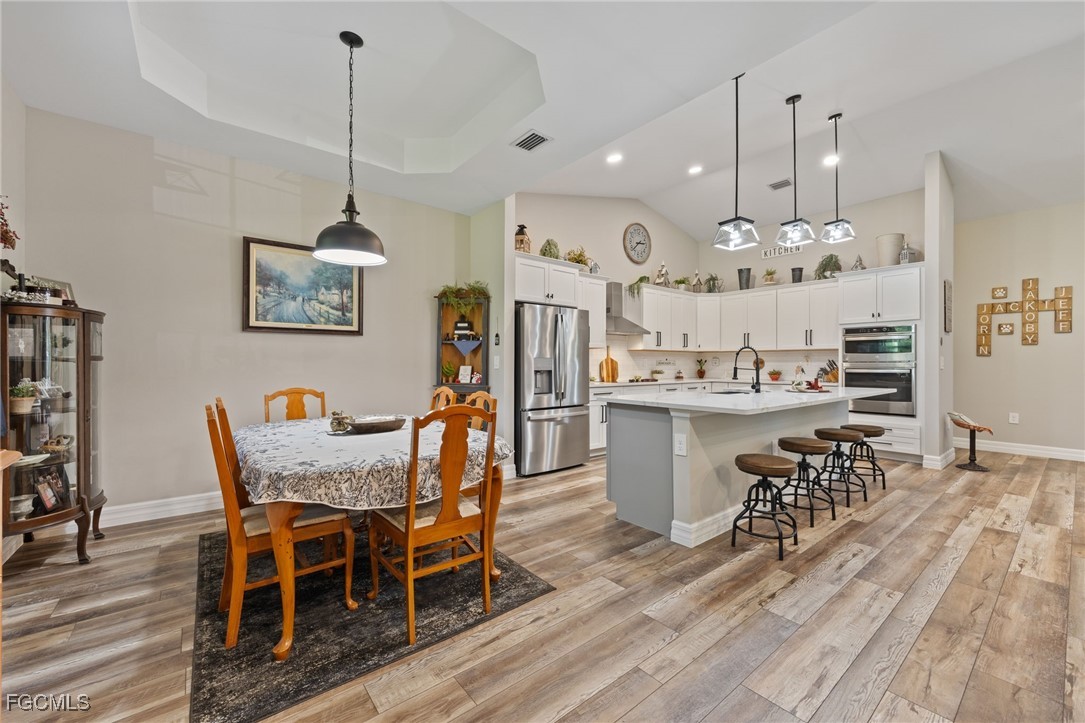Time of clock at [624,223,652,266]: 2:38
